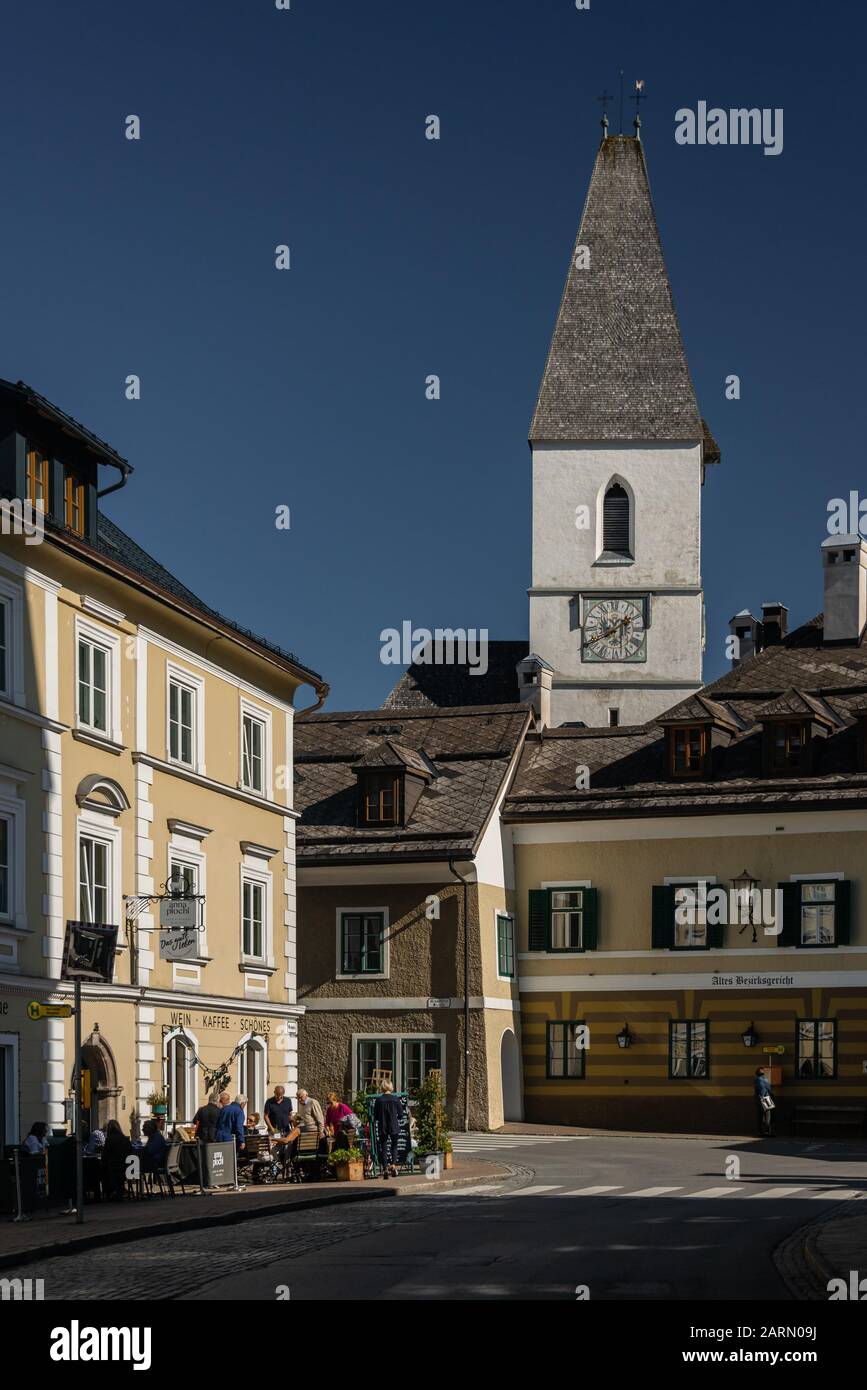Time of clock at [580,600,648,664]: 1:40
